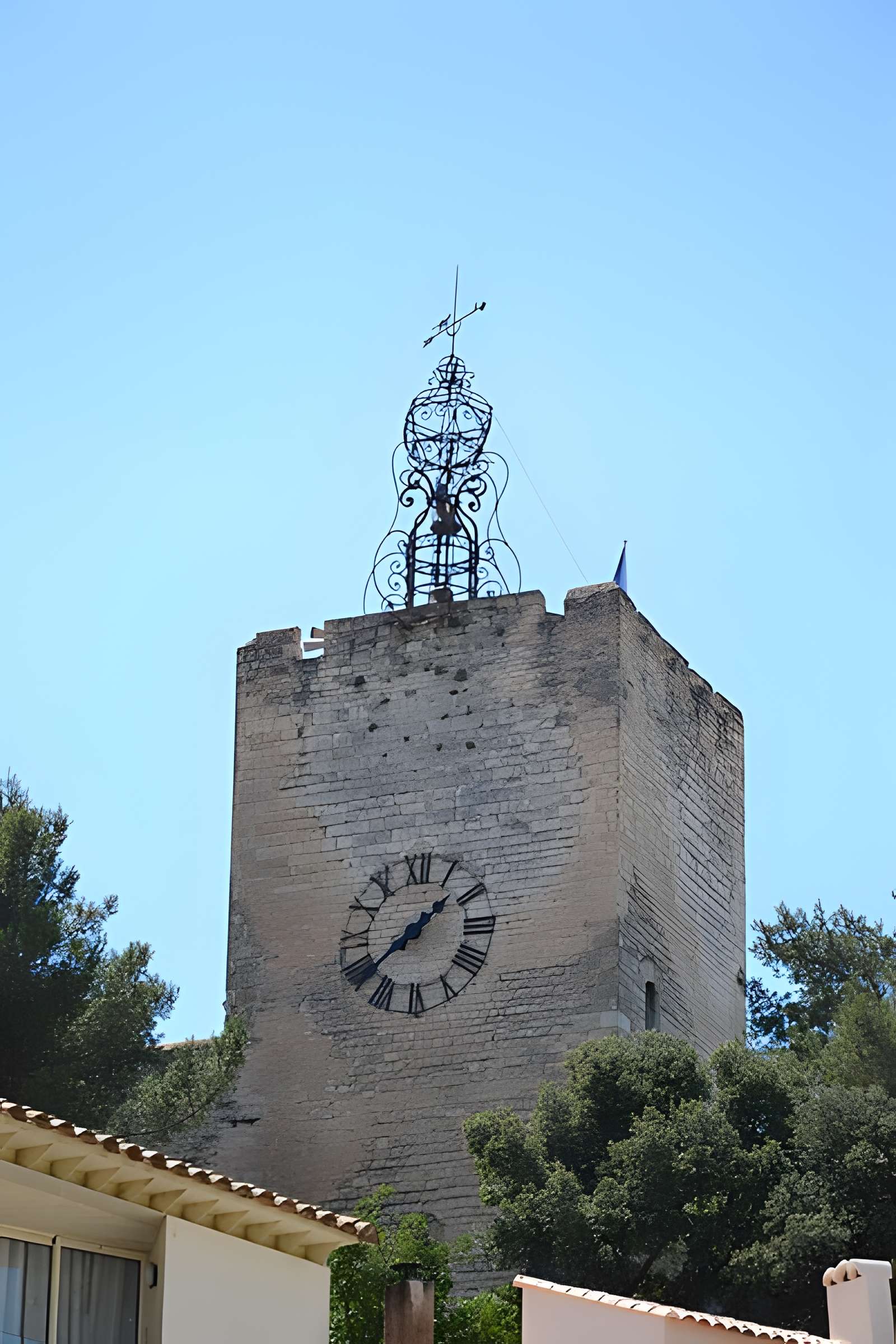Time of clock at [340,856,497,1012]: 1:38
